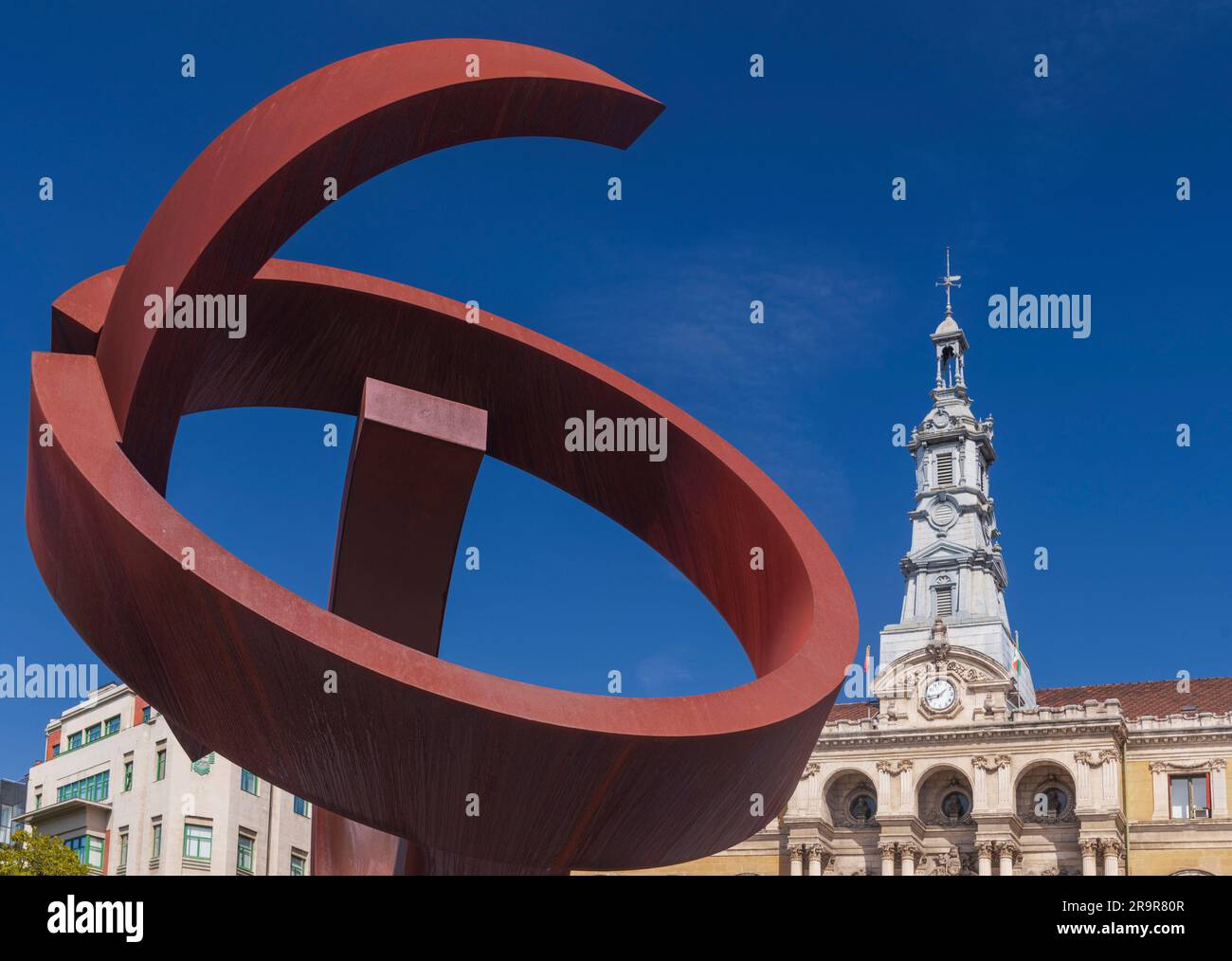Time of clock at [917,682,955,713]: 1:43
